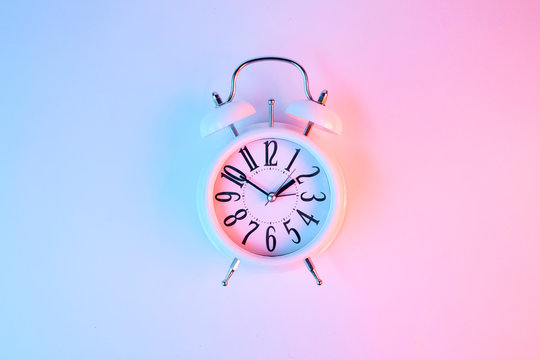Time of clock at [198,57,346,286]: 1:50
